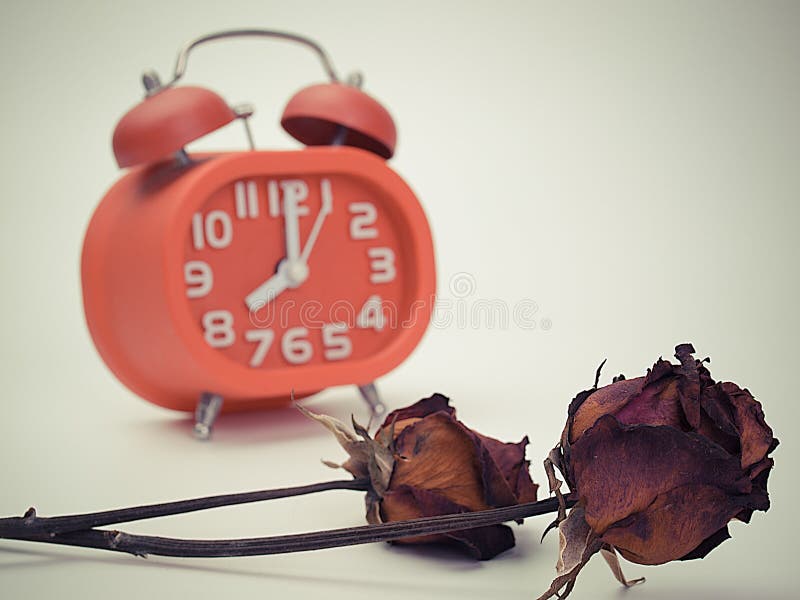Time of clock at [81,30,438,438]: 8:00
